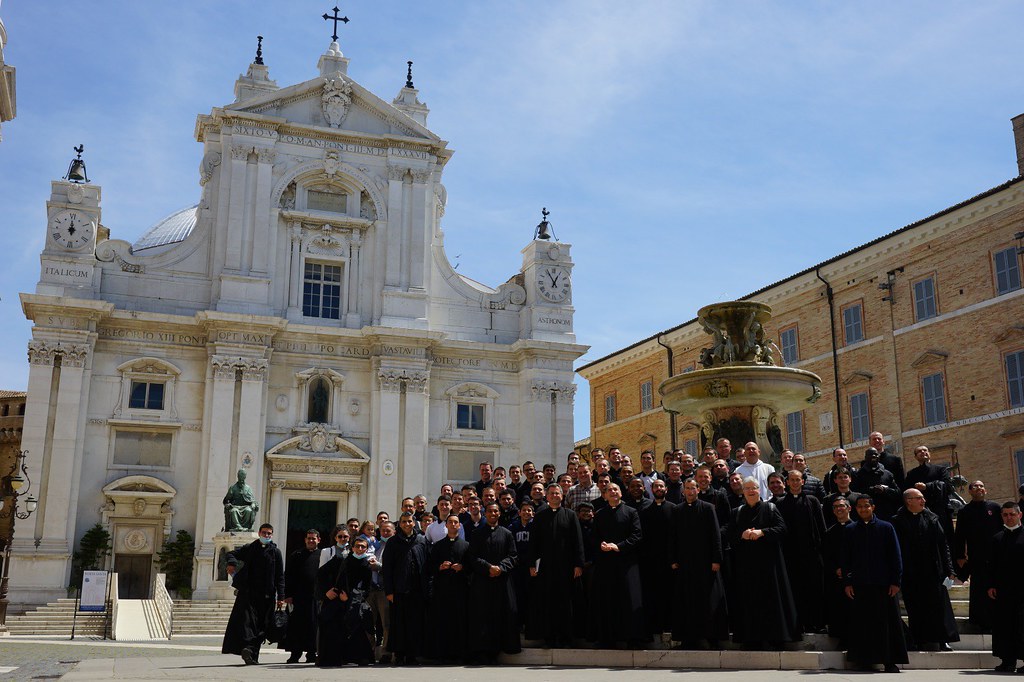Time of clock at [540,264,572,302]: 12:55
